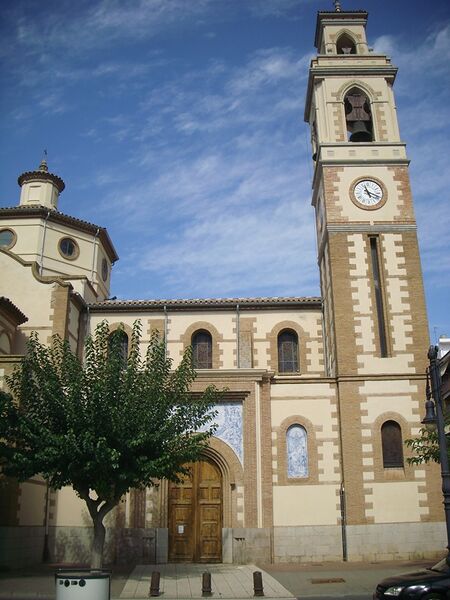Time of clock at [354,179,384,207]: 11:18
